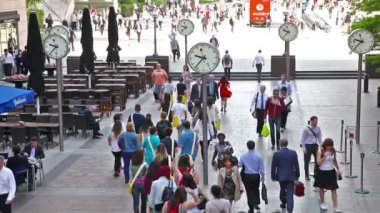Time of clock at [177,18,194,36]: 9:38
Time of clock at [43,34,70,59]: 9:36
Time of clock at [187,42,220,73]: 9:37
